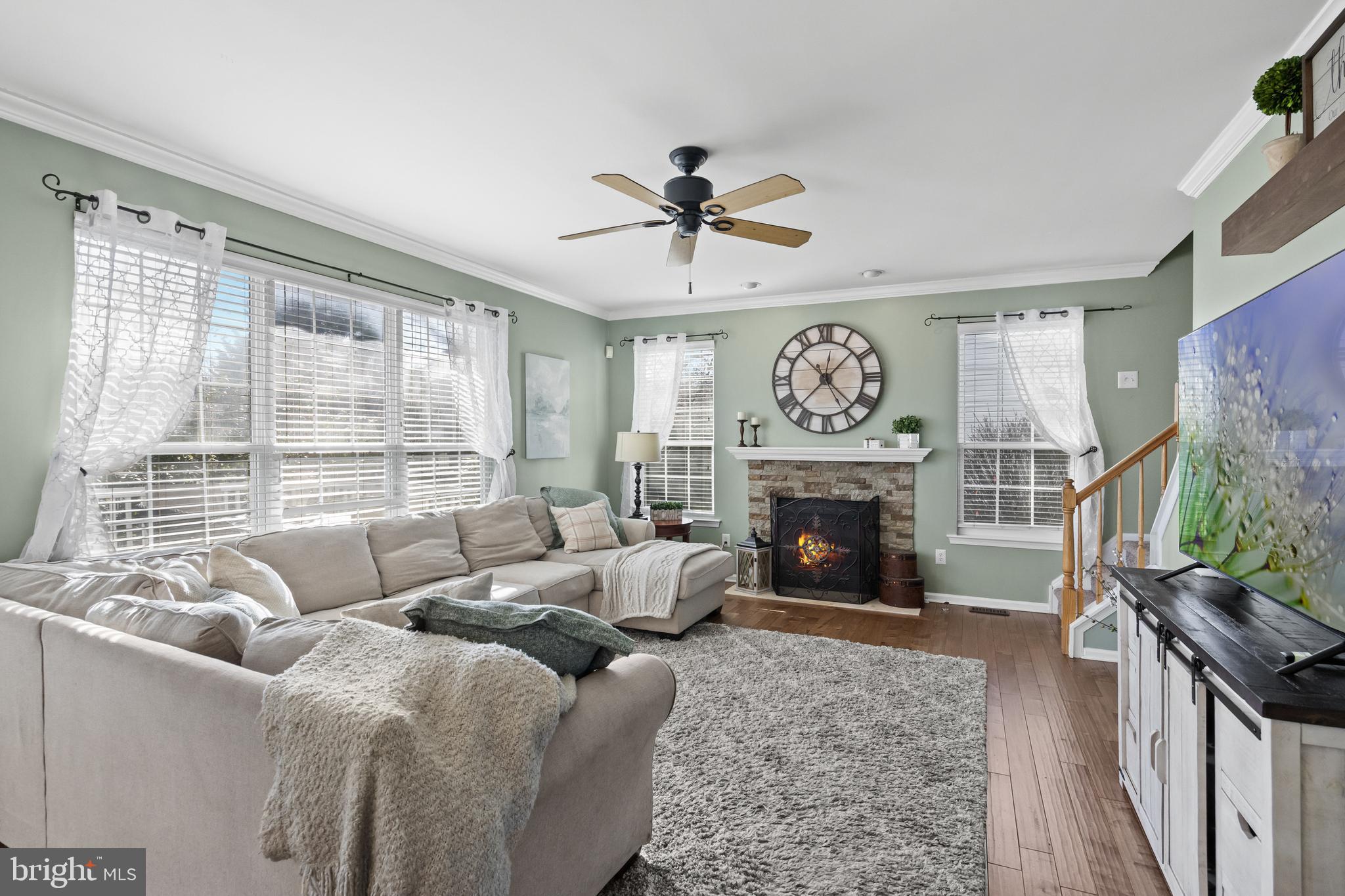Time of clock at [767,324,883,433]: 1:37
